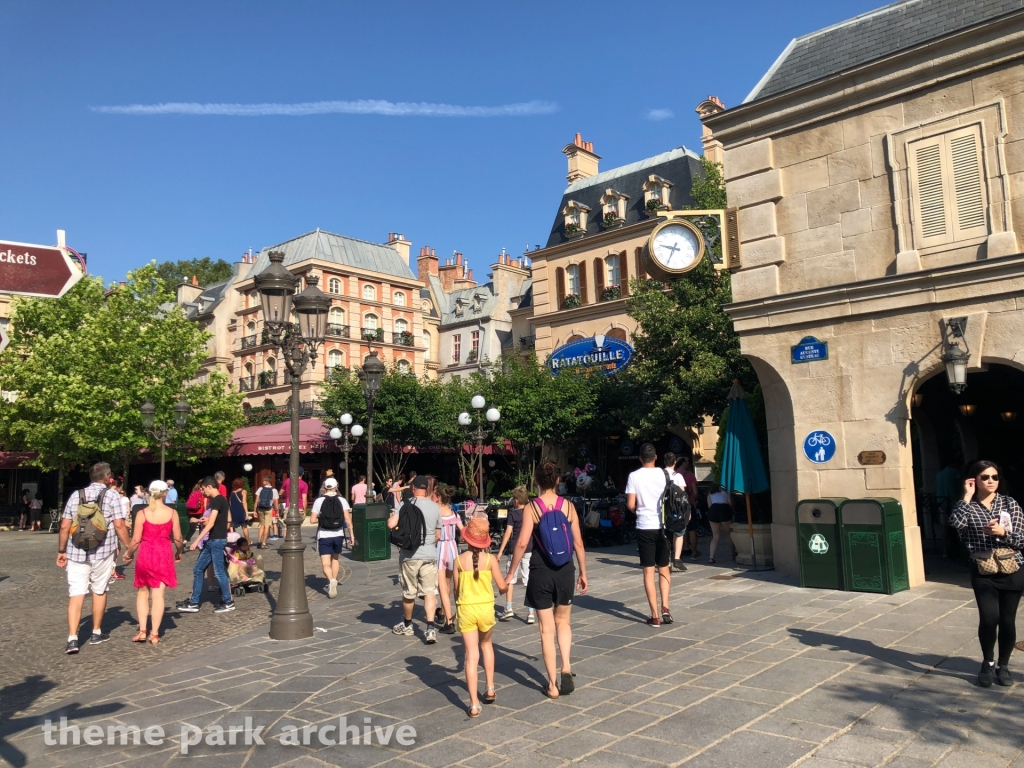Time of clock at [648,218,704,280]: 9:34
